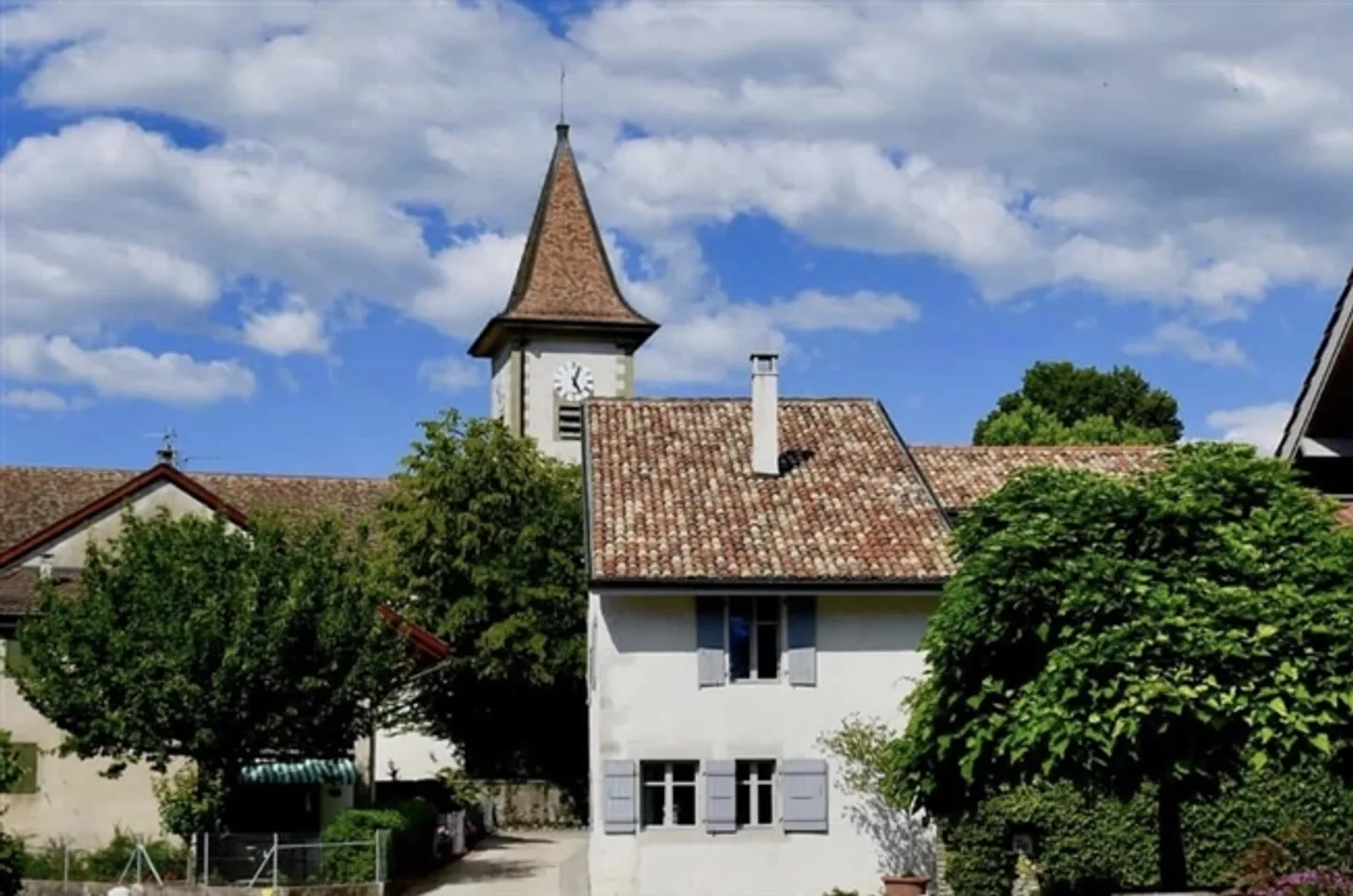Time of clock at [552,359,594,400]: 5:03
